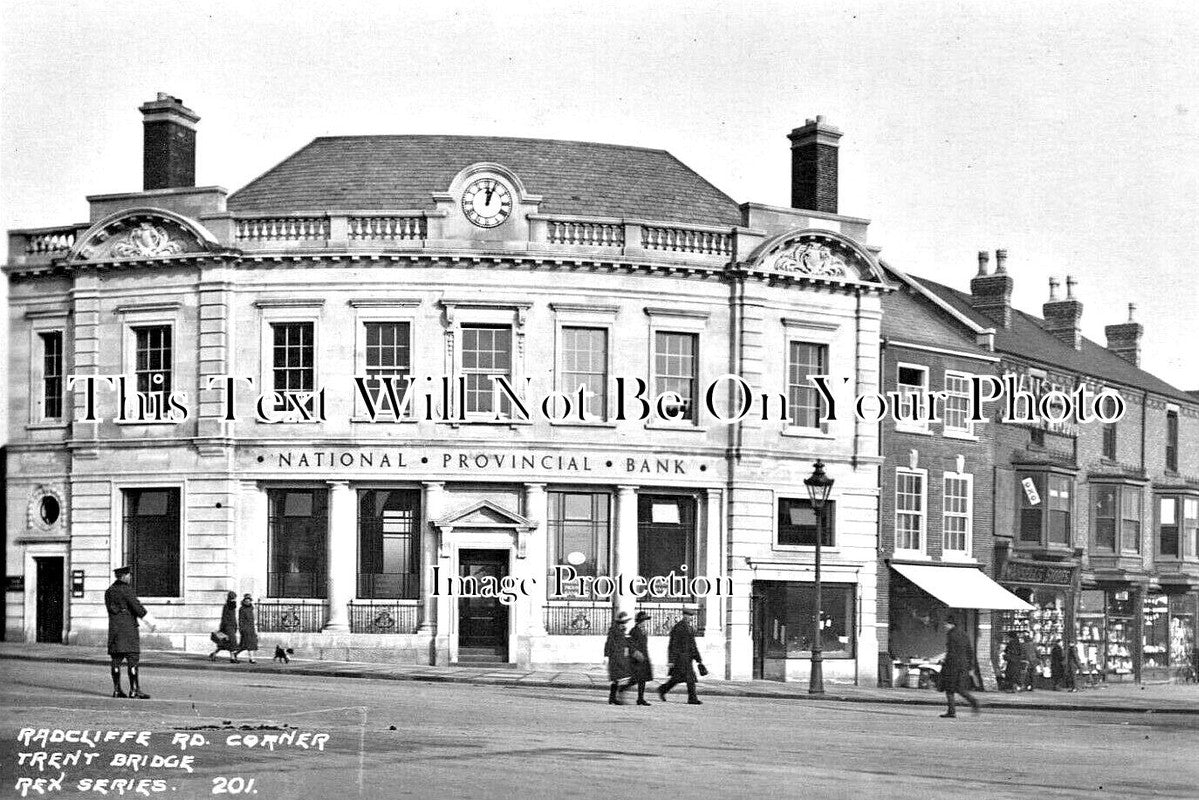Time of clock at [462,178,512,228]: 12:03
